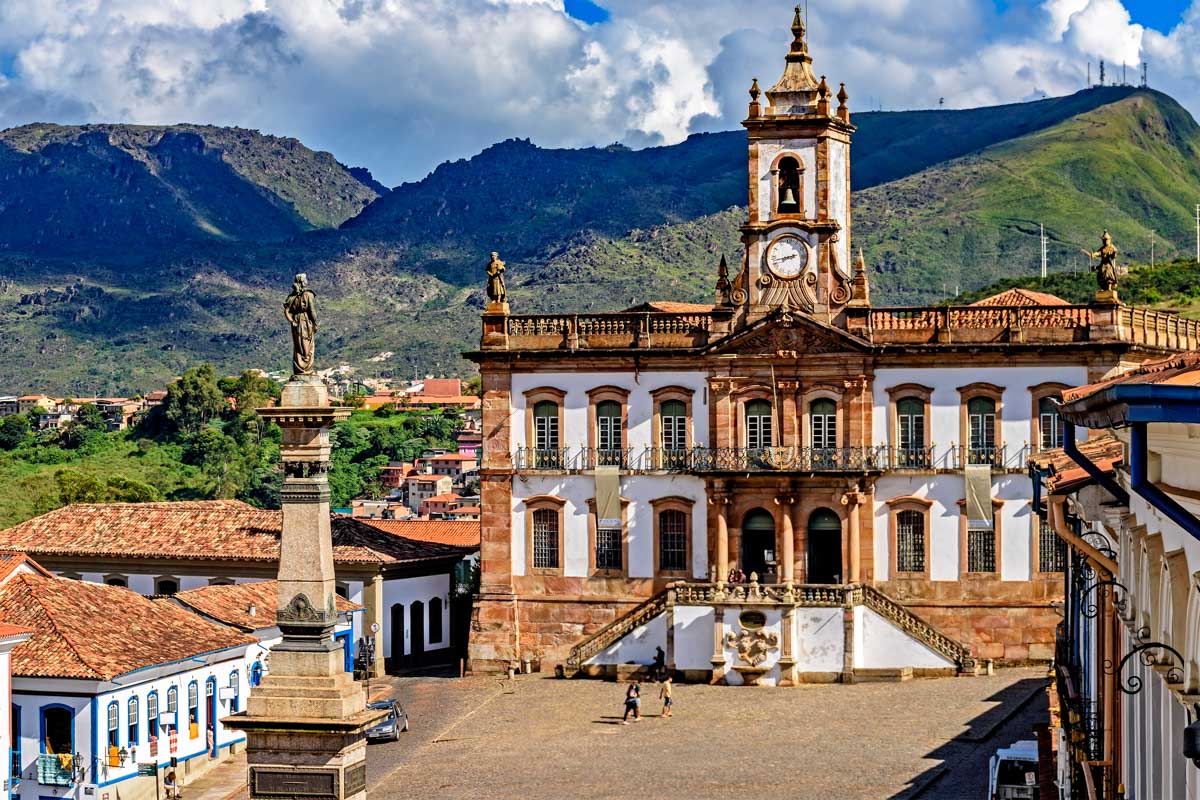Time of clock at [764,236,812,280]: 2:42
